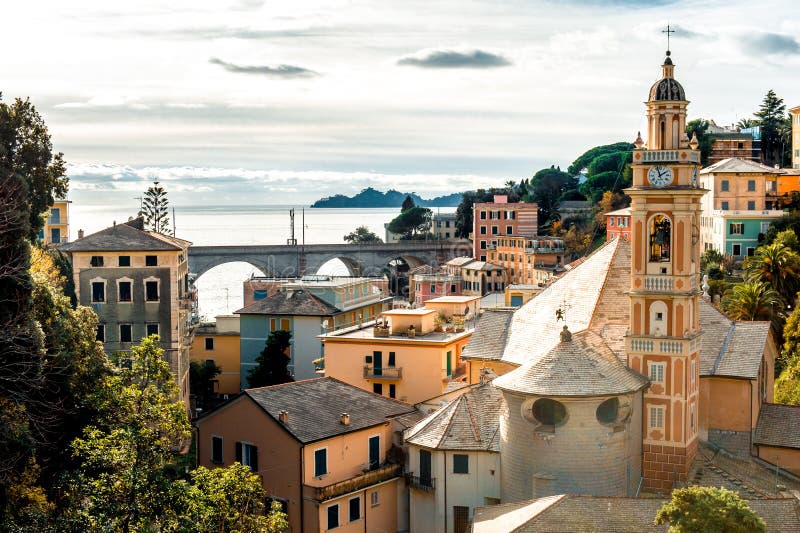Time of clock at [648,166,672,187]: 1:57
